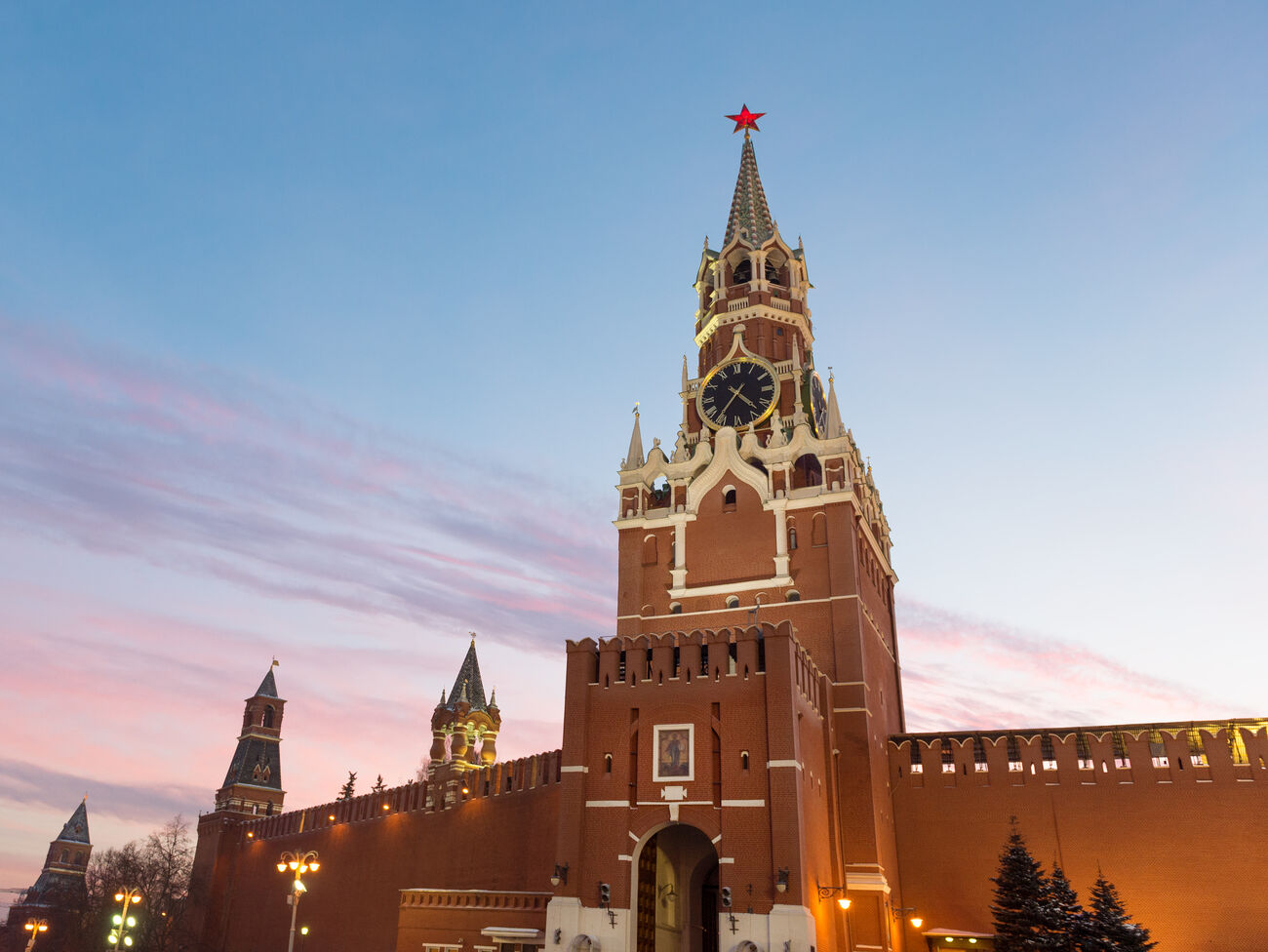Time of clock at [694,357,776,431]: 4:36
